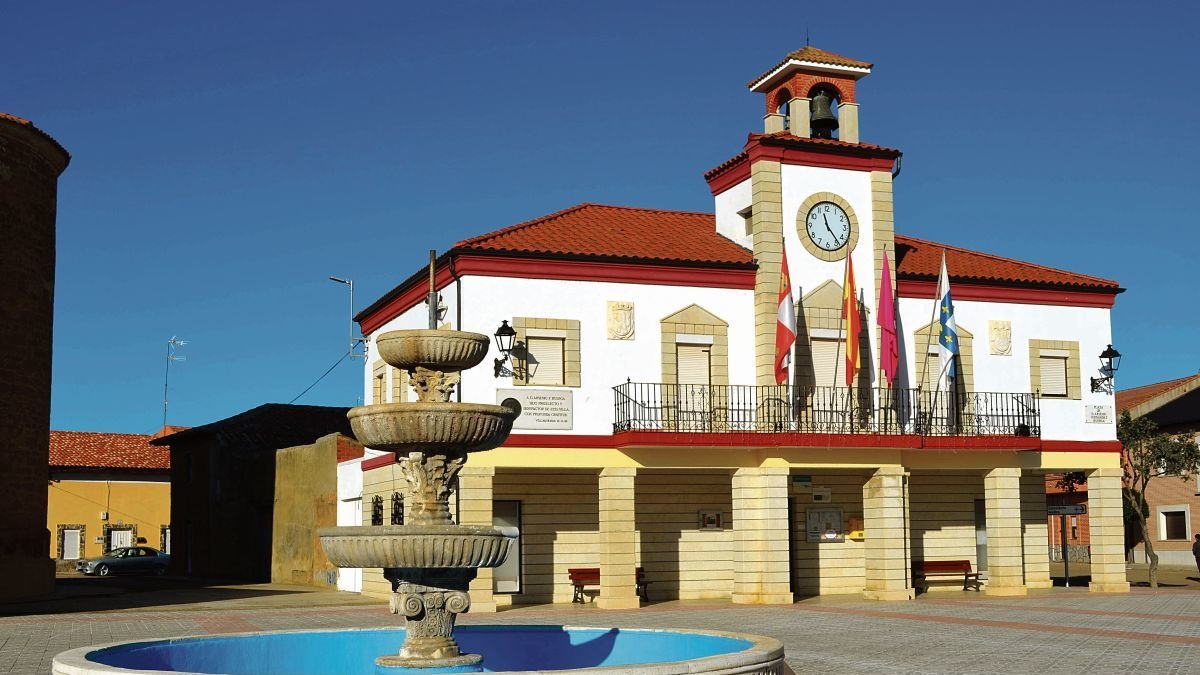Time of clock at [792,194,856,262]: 11:23
